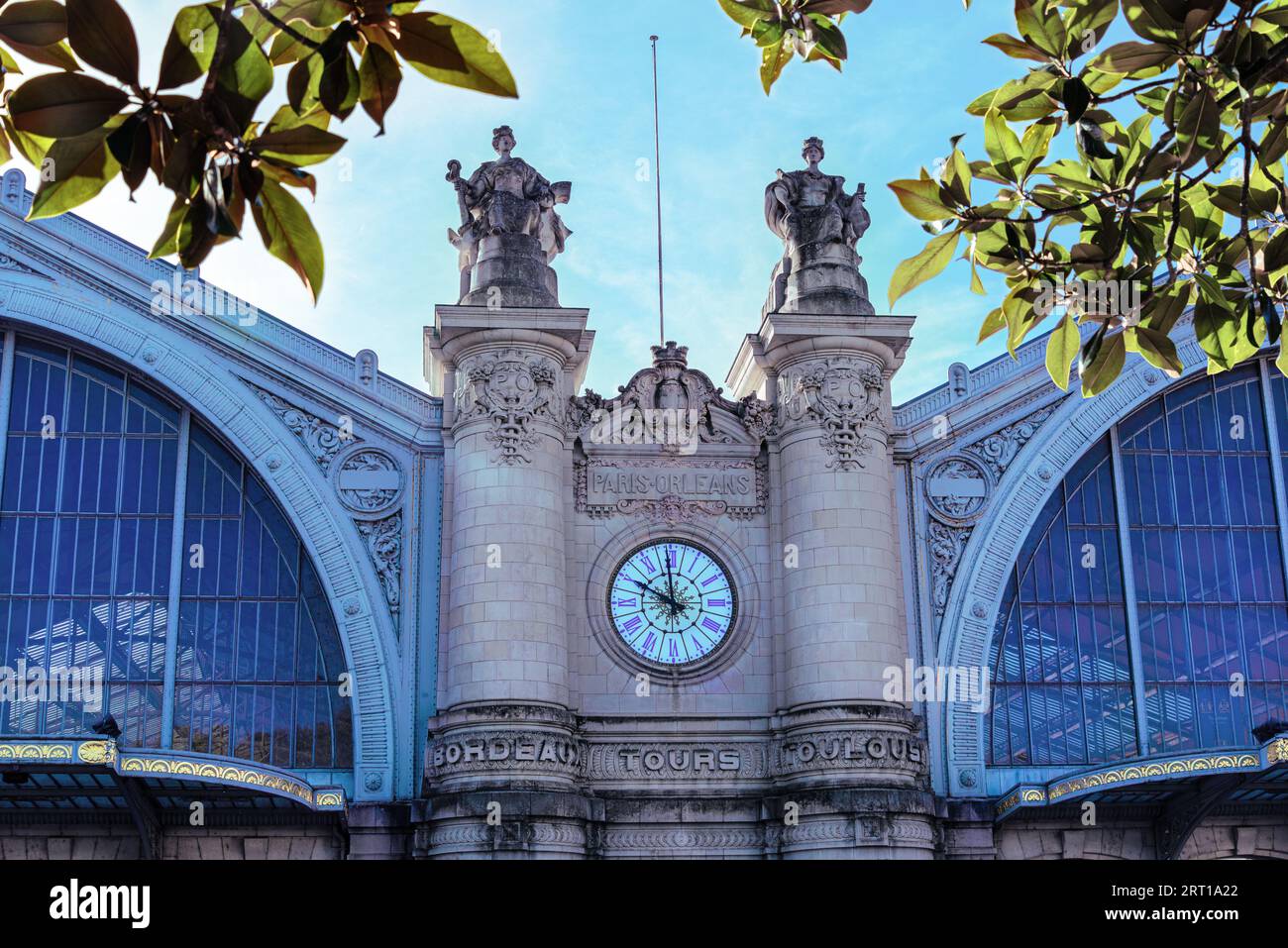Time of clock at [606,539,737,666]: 9:59
